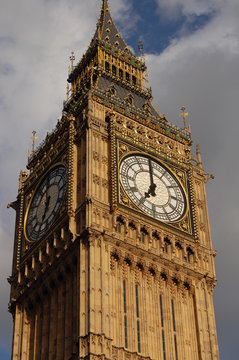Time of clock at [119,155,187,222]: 6:59
